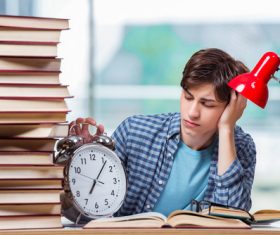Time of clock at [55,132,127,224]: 7:06
